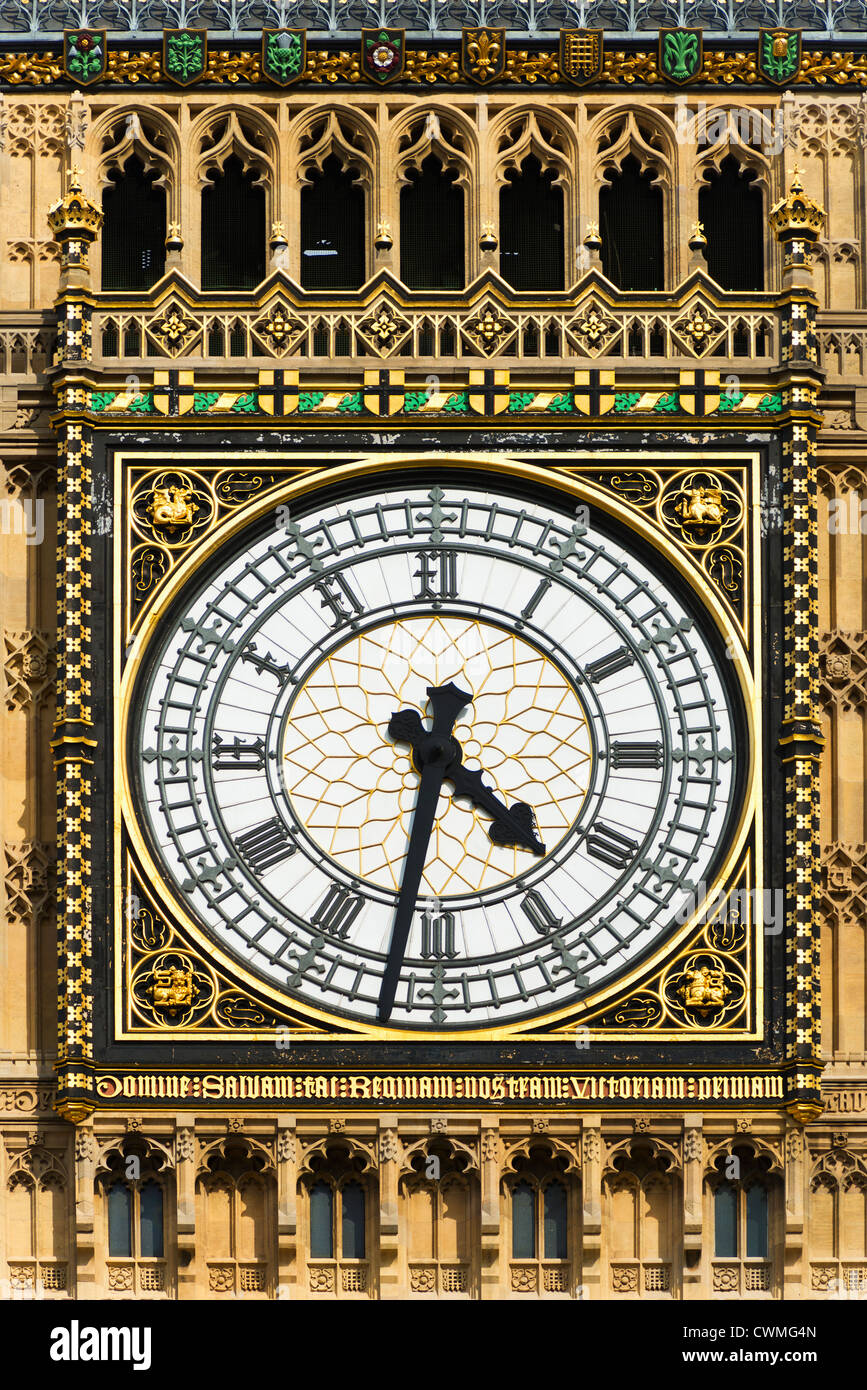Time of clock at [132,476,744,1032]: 4:31
